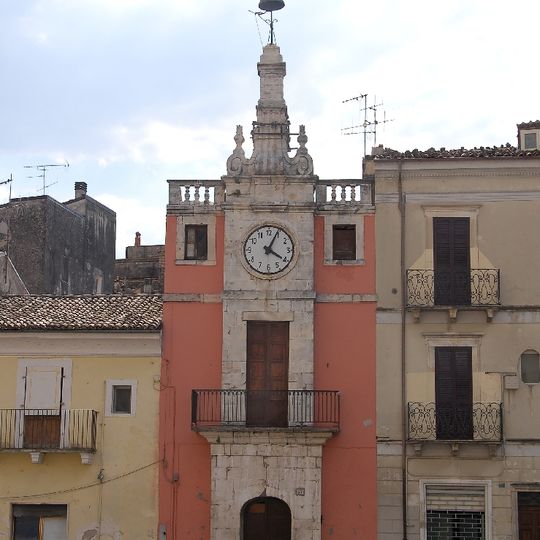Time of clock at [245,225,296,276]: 4:04
